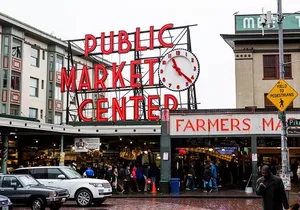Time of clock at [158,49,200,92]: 11:22
